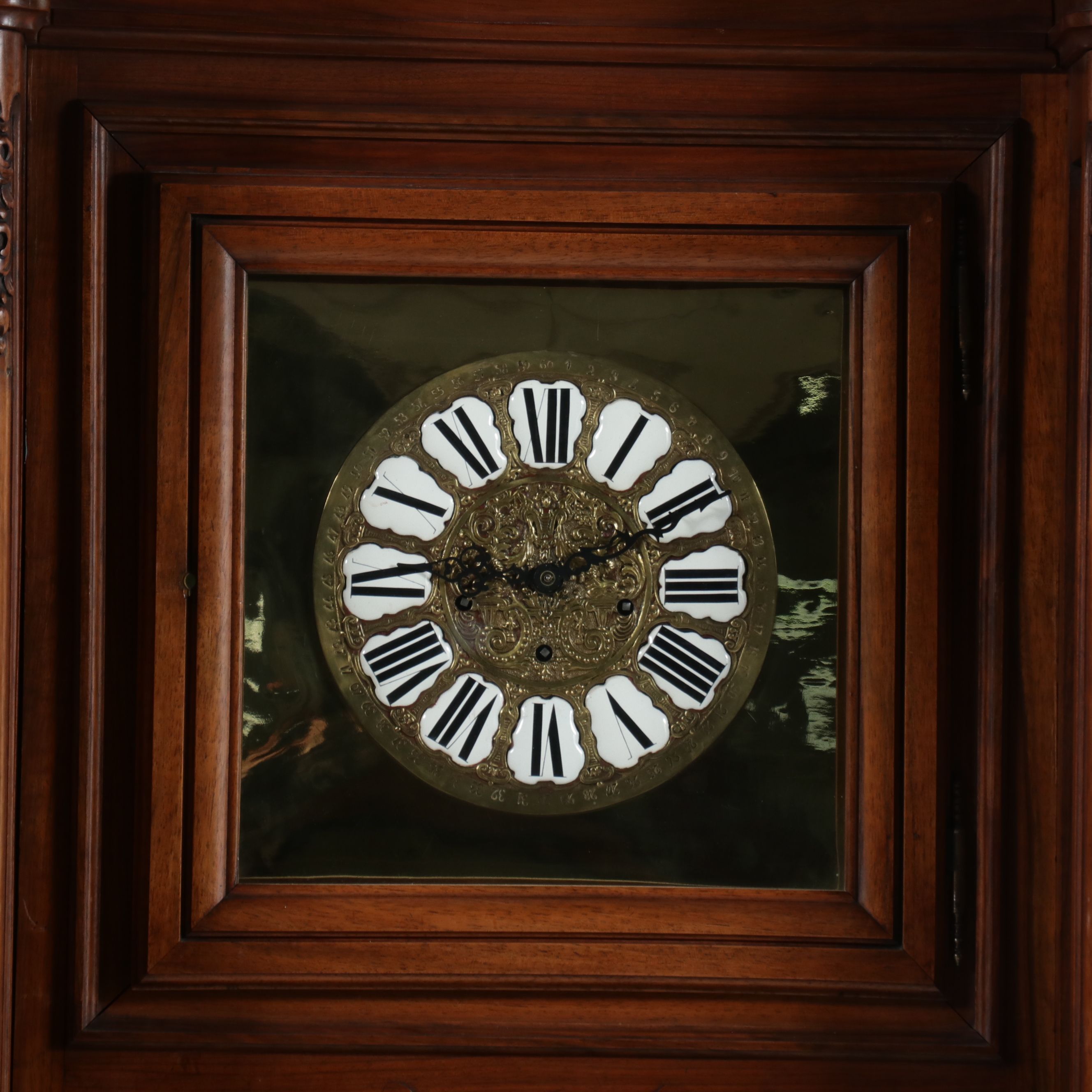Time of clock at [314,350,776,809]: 9:10
